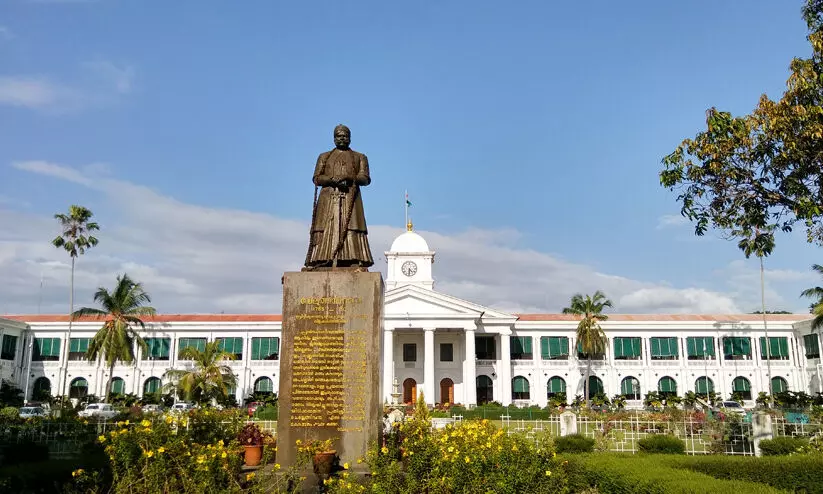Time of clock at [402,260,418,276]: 4:31
